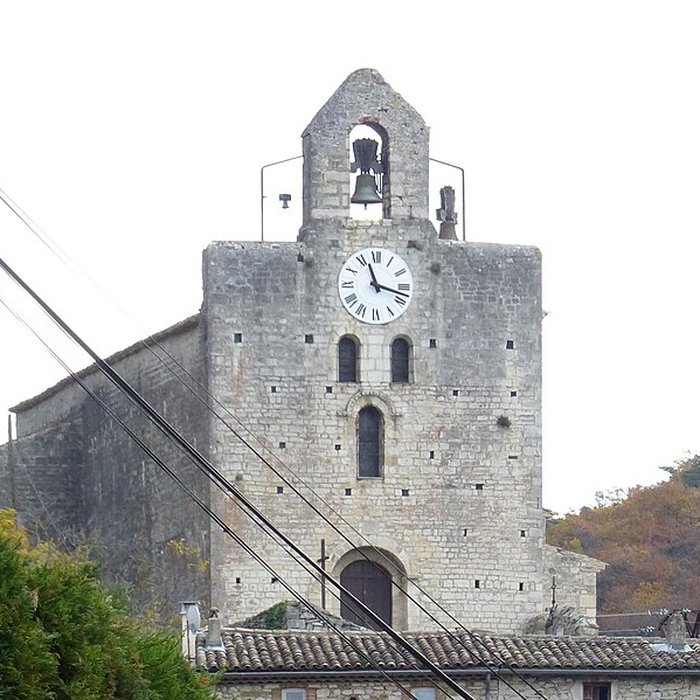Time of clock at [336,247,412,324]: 11:17
